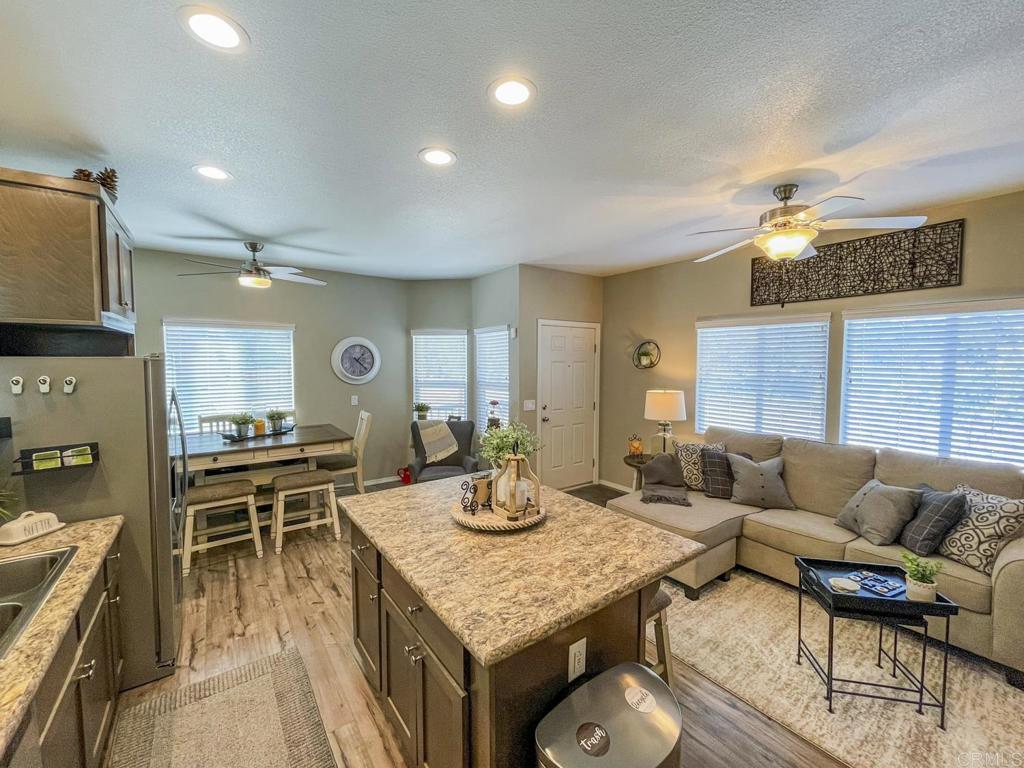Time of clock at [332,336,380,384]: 1:21
